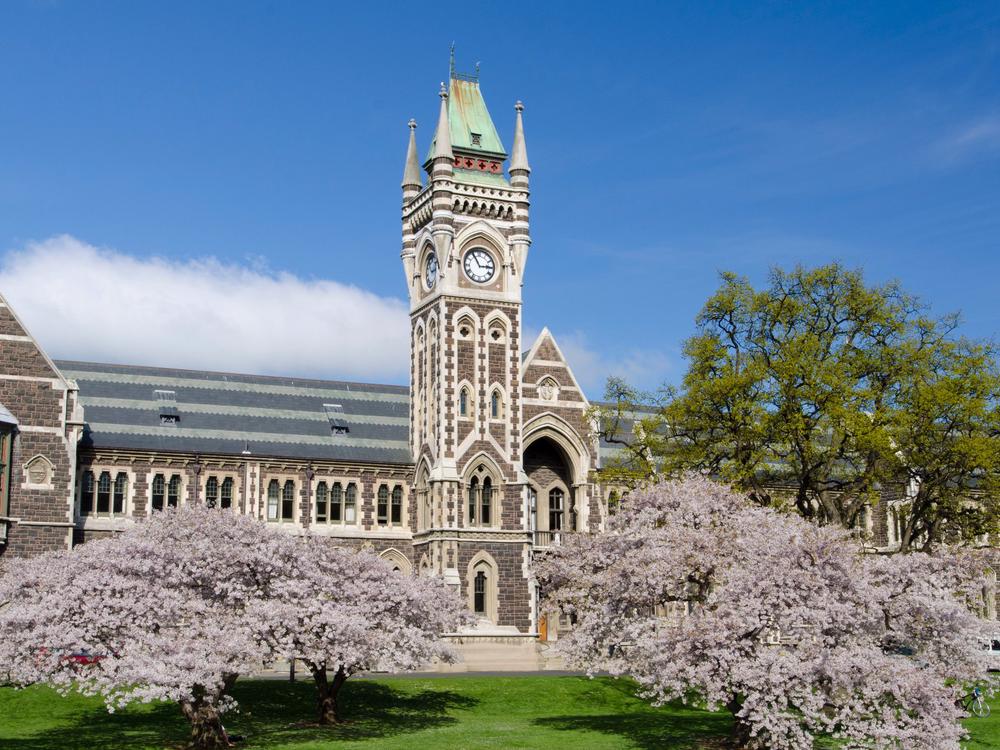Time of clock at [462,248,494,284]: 2:55
